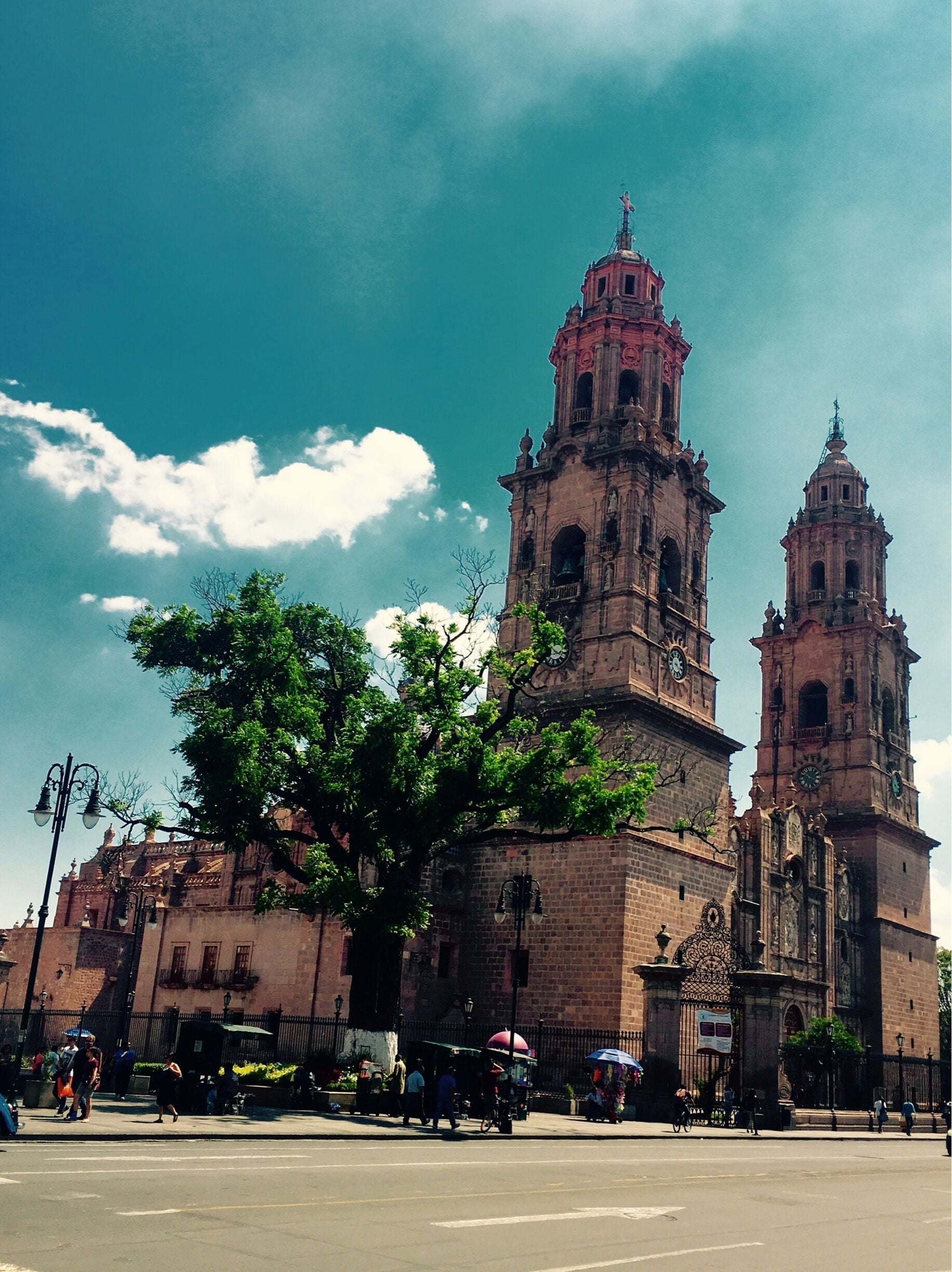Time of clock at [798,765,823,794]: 3:52
